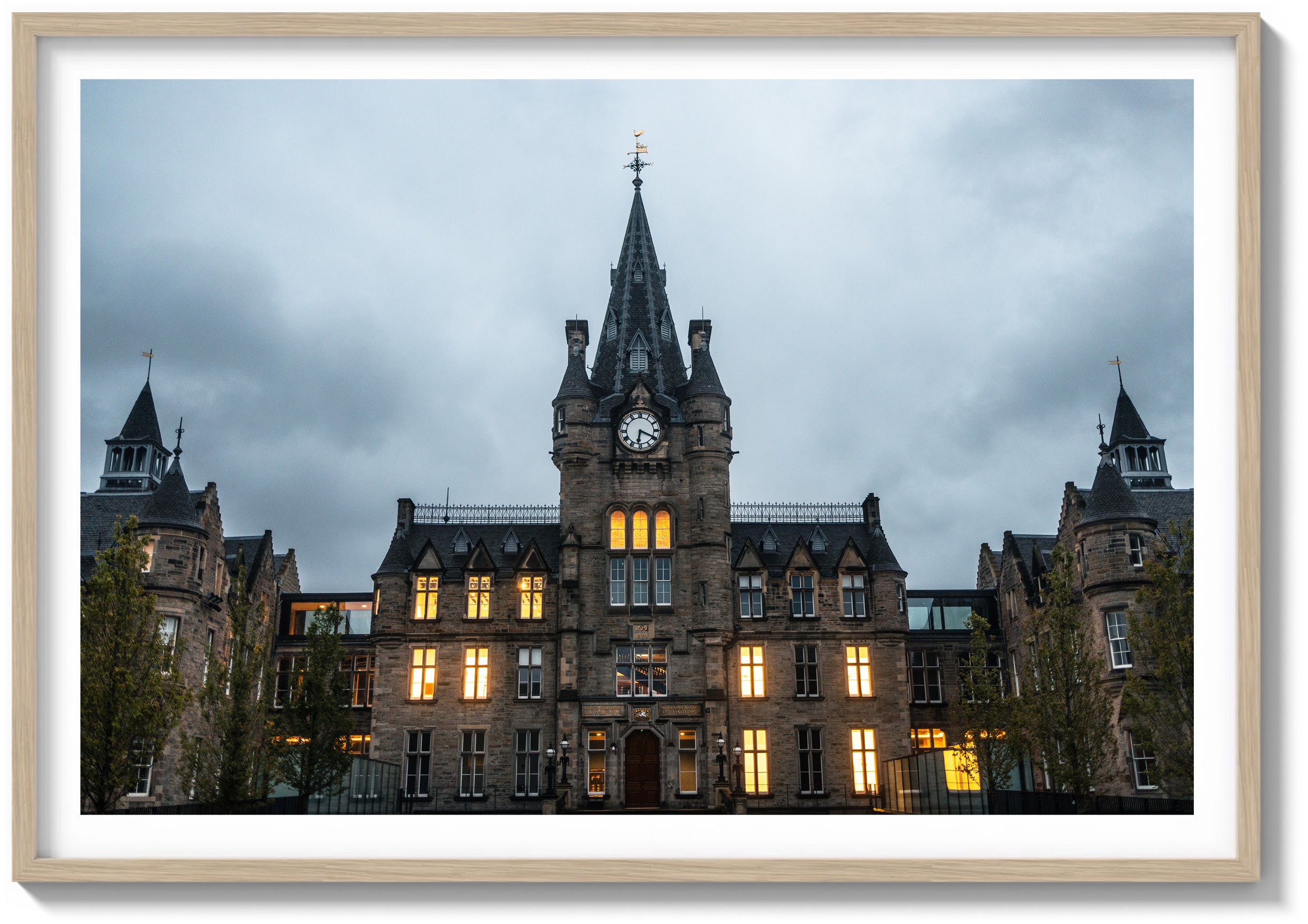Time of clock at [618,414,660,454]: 6:19
